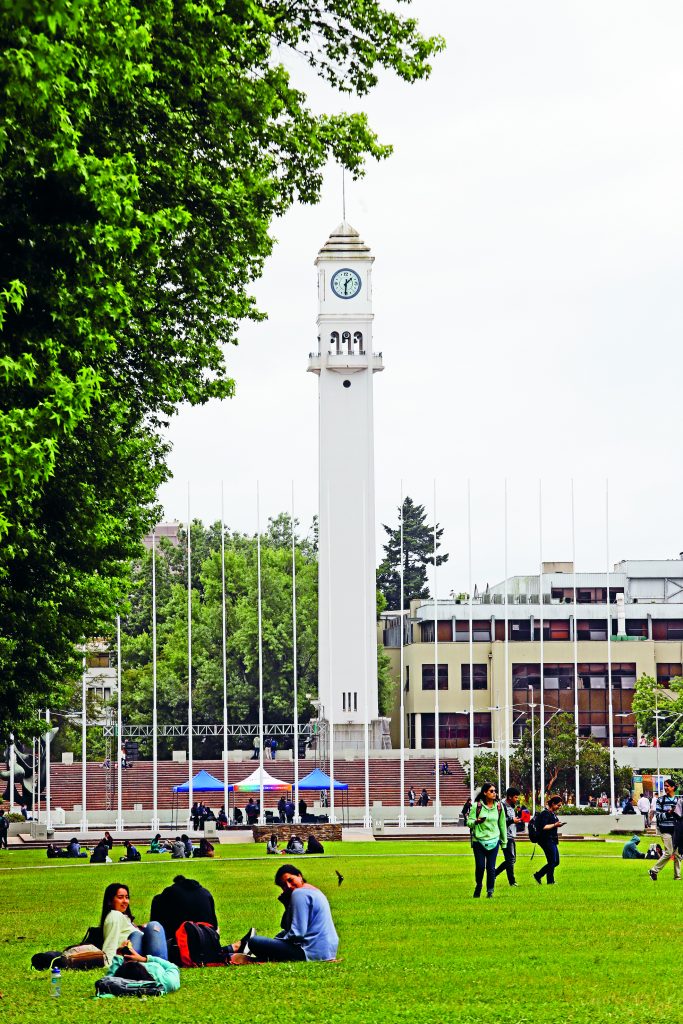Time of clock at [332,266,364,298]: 1:30
